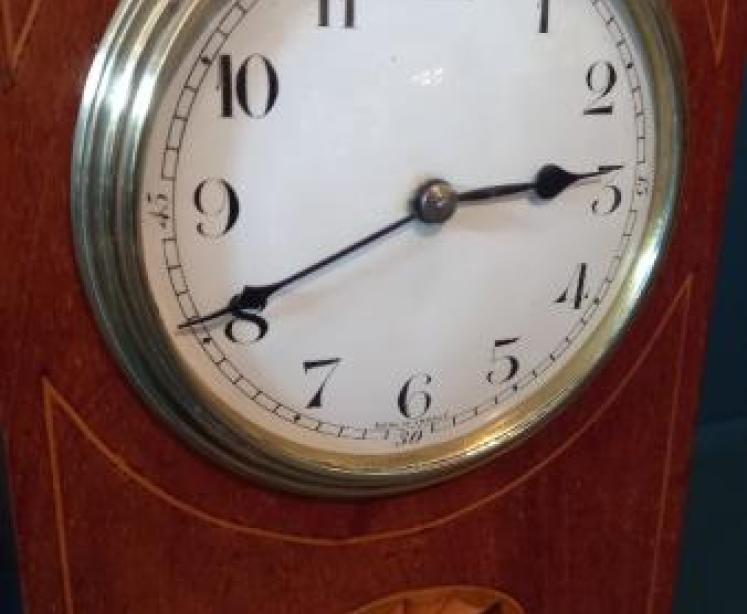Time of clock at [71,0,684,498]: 2:40
